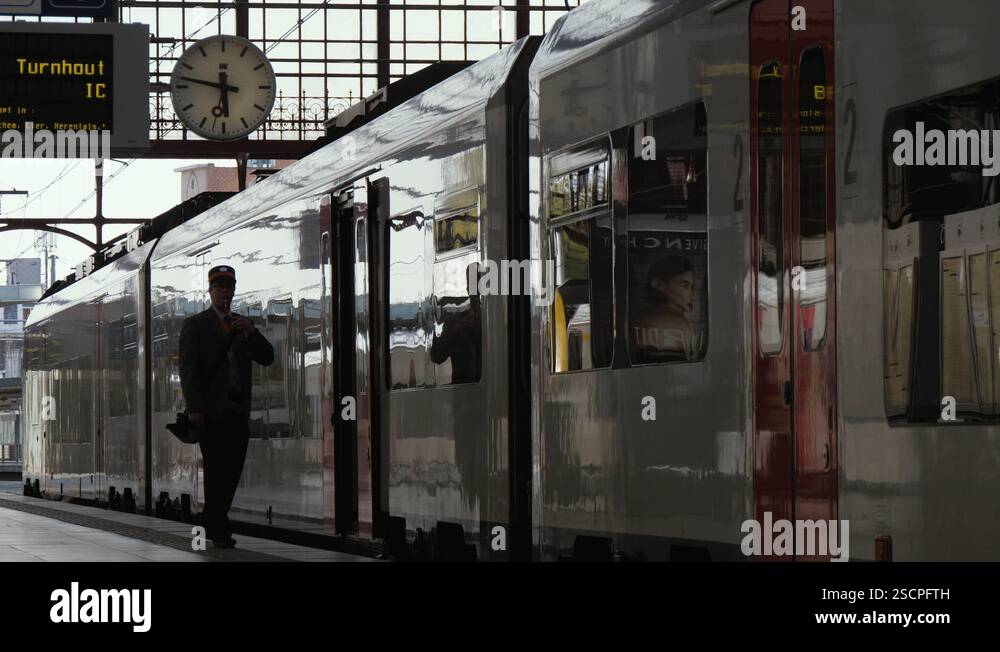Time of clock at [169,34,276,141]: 5:47
